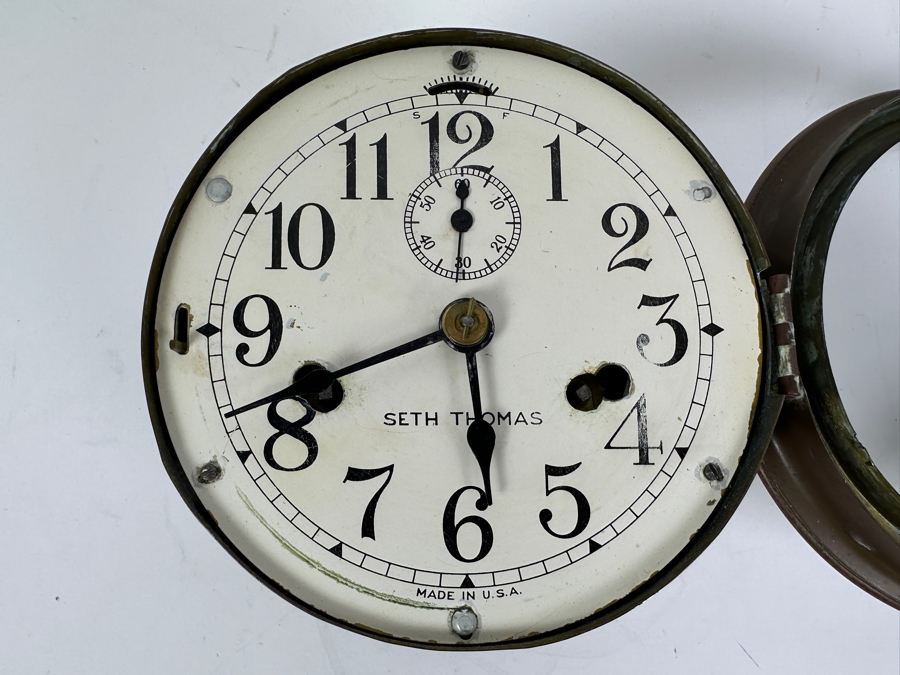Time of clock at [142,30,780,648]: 5:41
